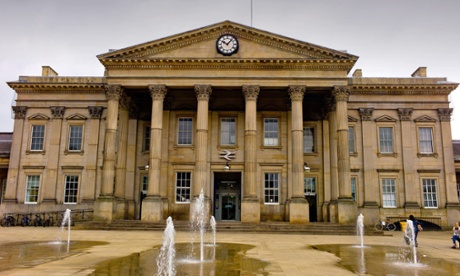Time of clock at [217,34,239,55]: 10:07
